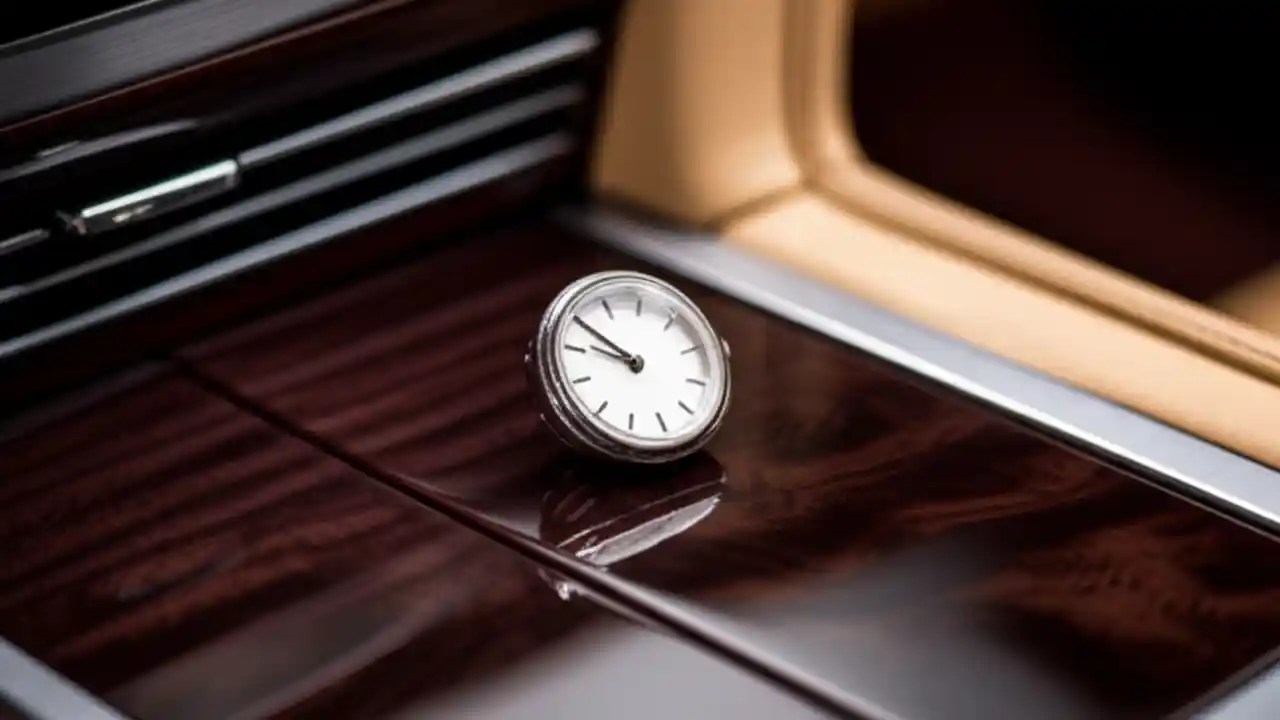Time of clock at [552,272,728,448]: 8:49
